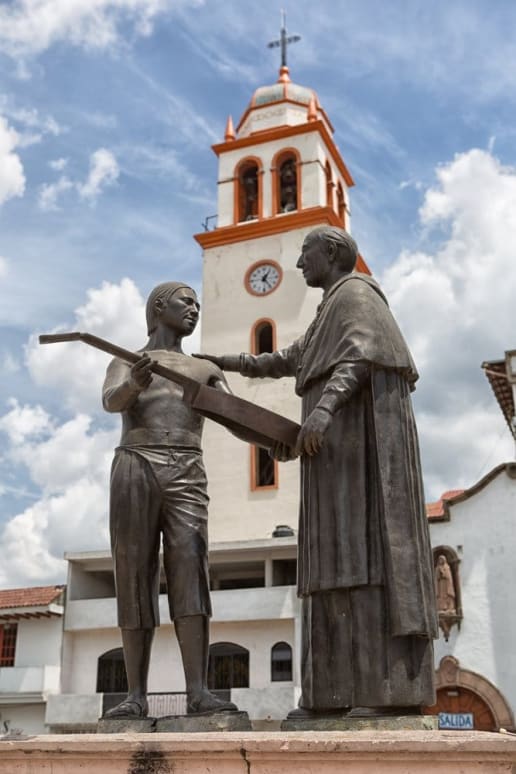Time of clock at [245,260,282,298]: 1:24
